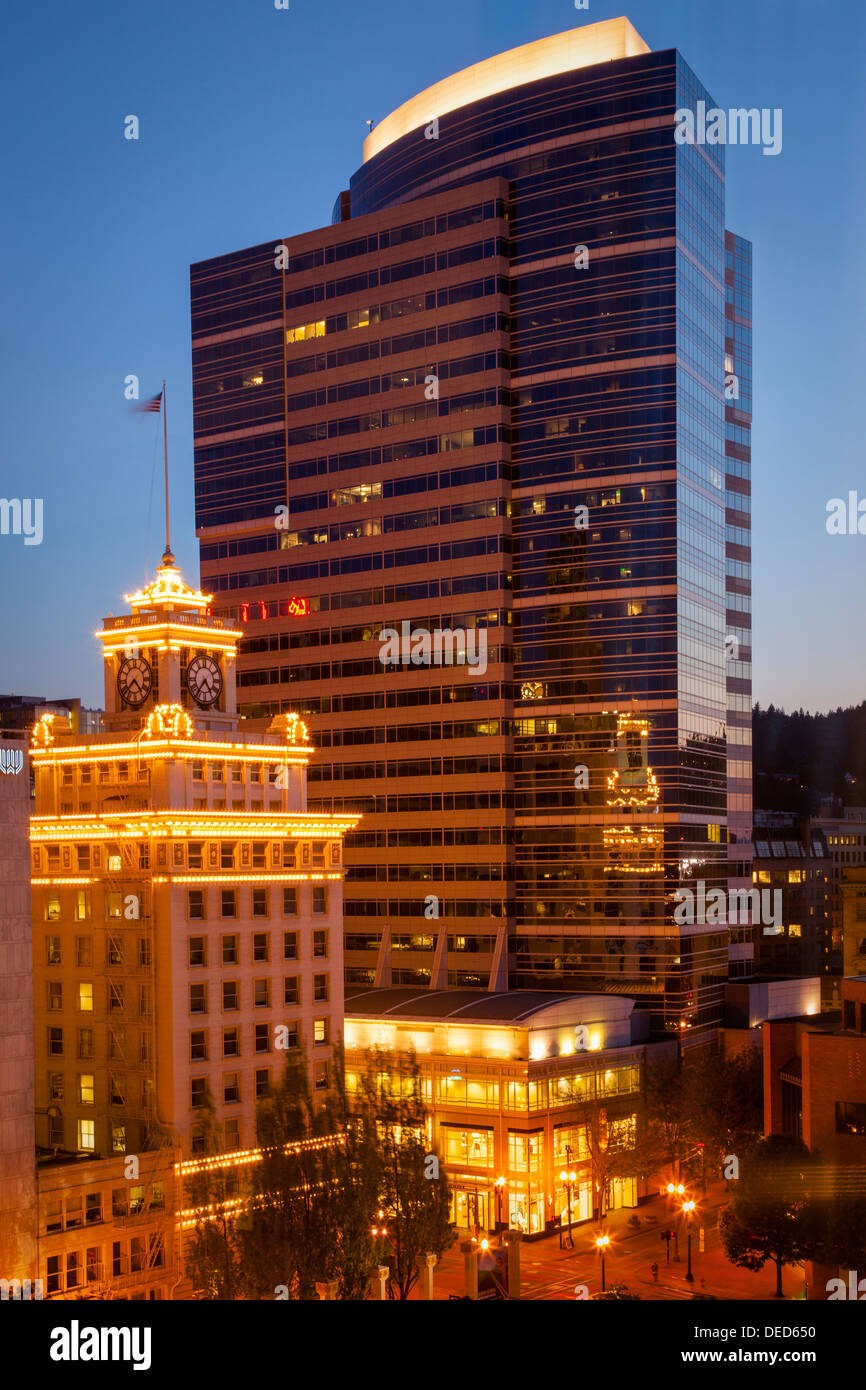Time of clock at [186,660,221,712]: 4:36
